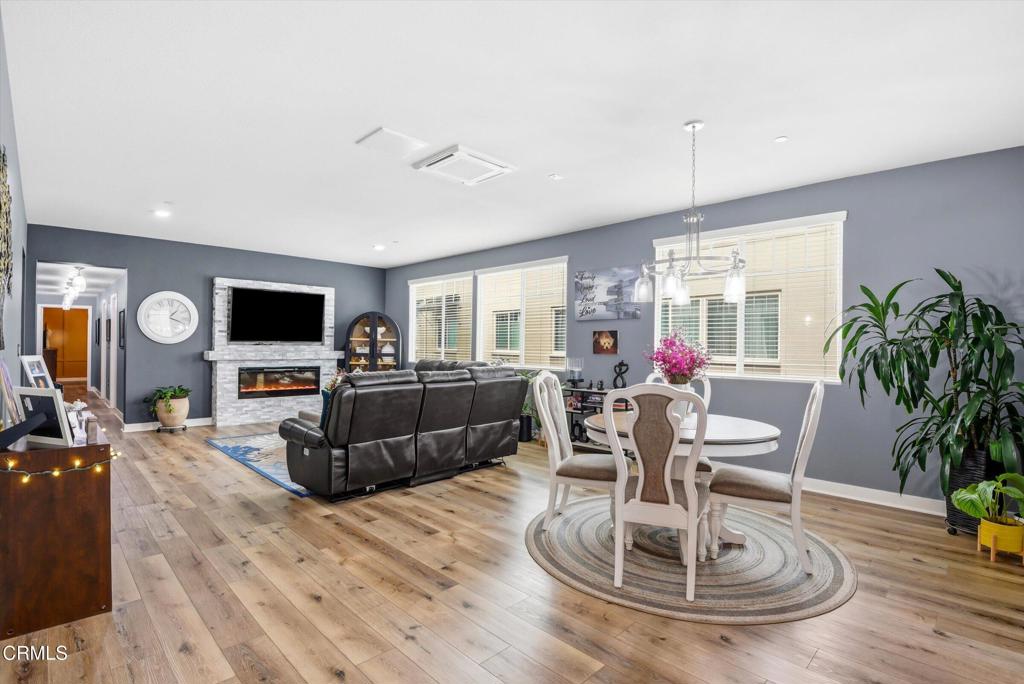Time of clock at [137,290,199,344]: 1:18
